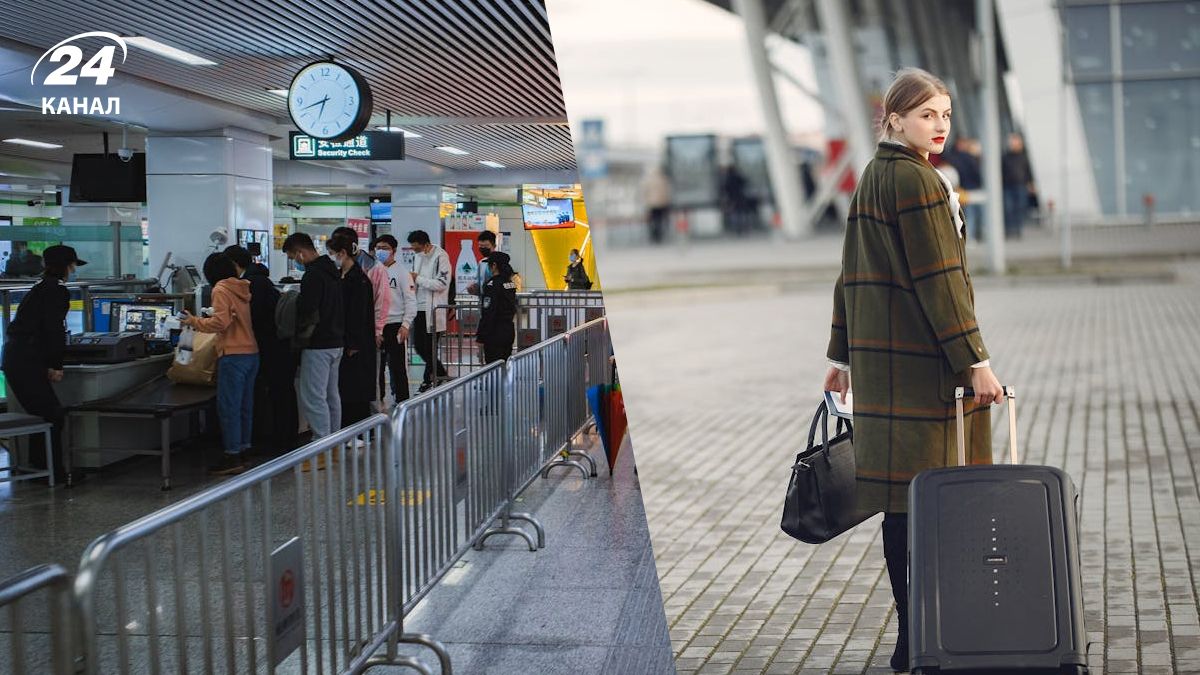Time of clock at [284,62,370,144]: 6:42
